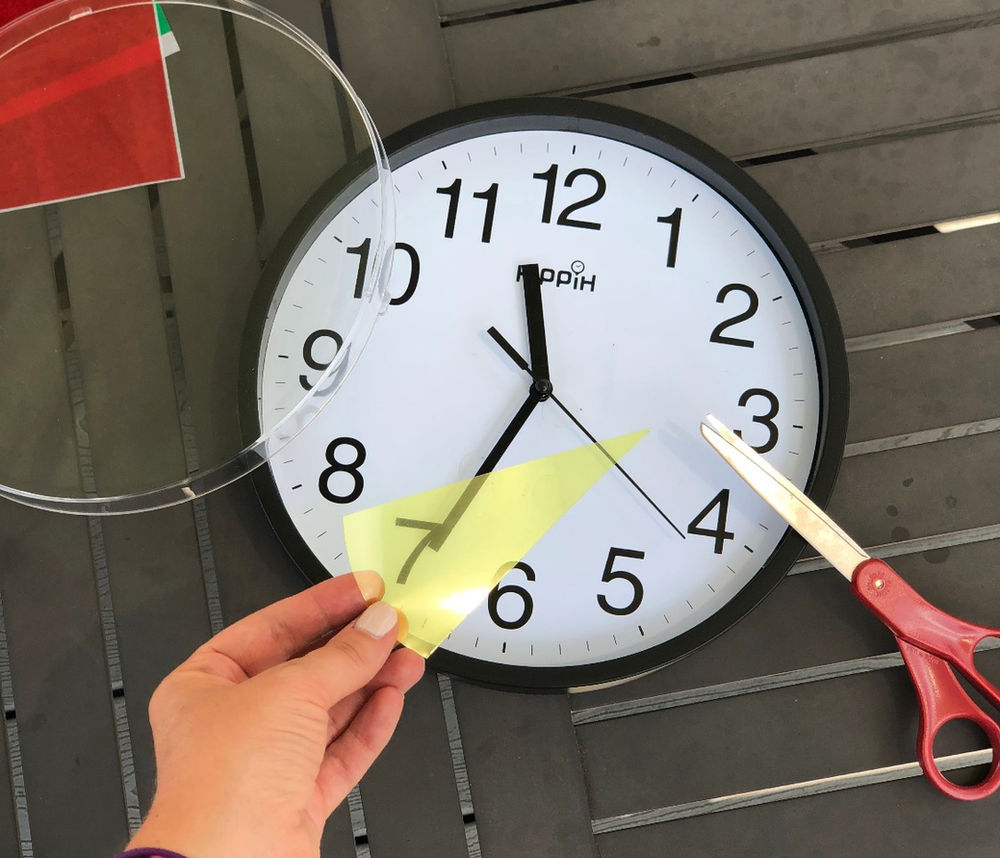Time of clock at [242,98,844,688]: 11:34
